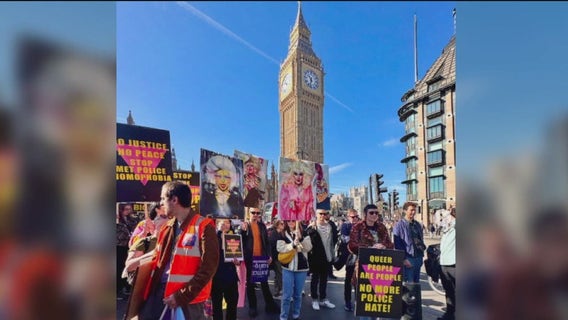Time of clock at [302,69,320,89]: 10:32
